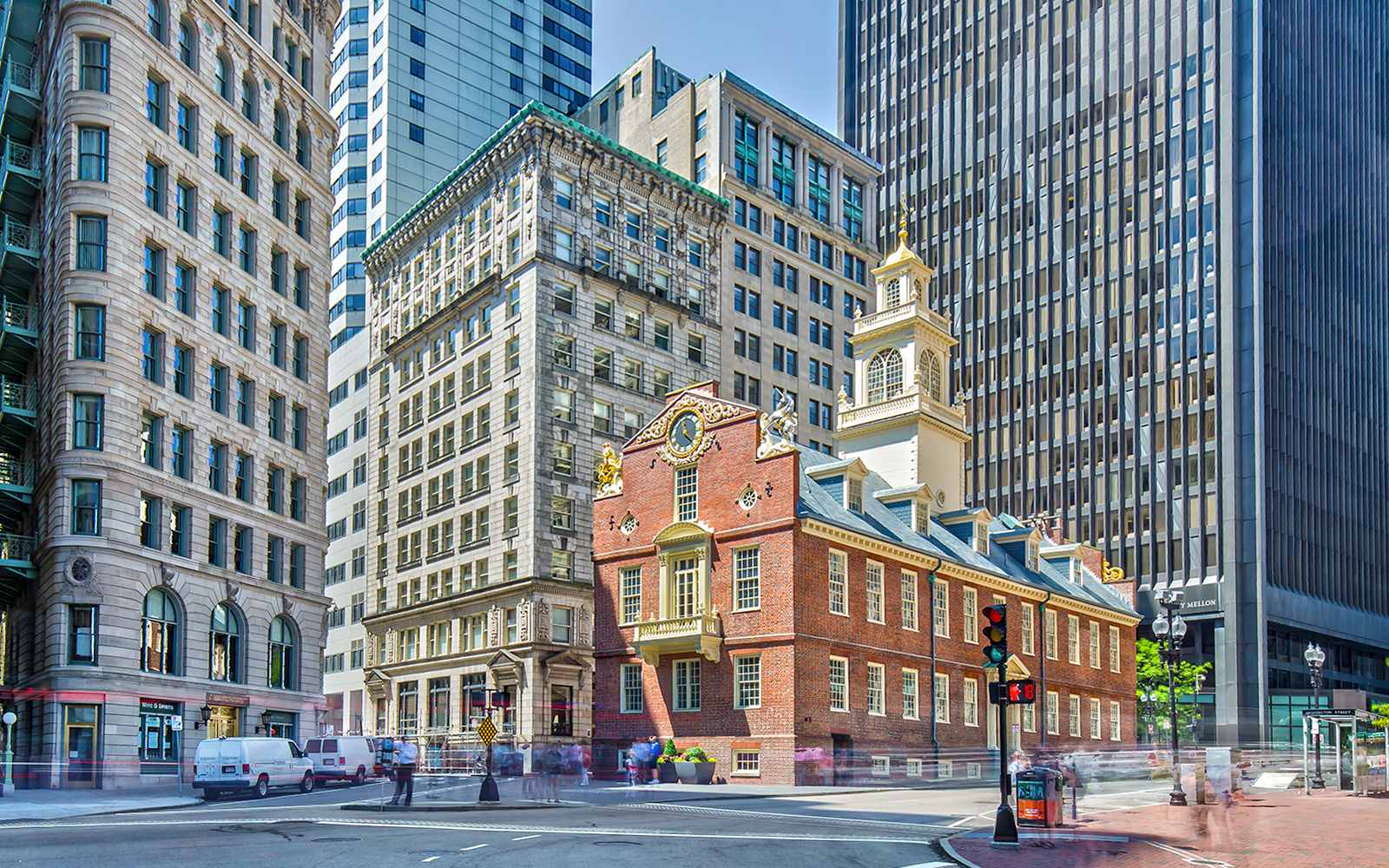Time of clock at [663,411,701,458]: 11:22
